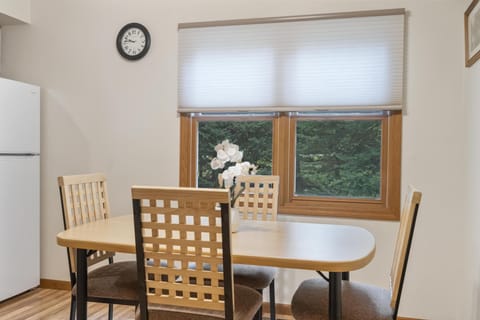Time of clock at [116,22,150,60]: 9:46
